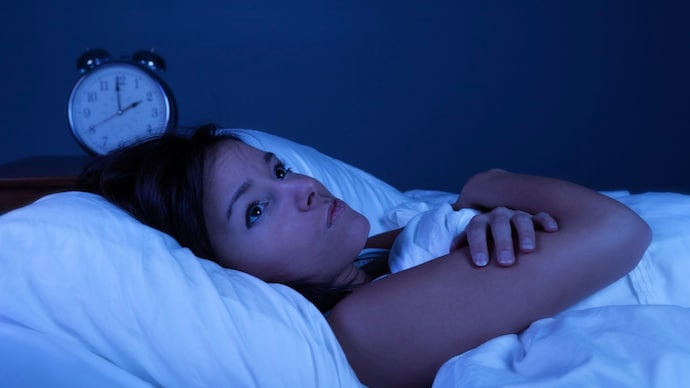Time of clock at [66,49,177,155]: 1:59
